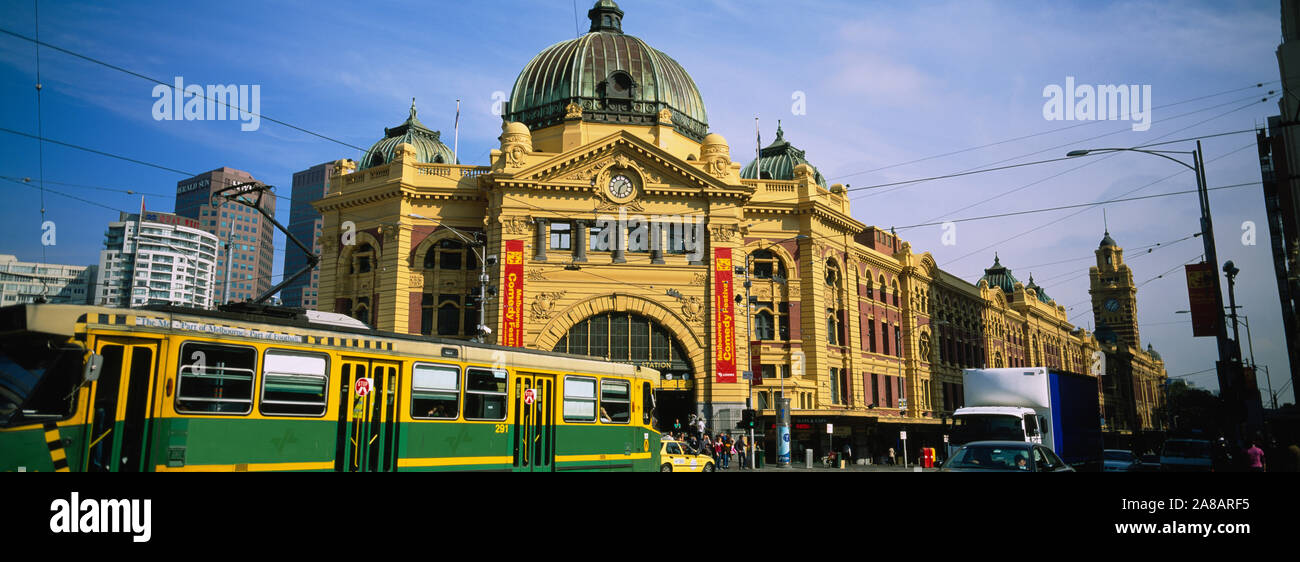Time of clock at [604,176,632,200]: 1:32
